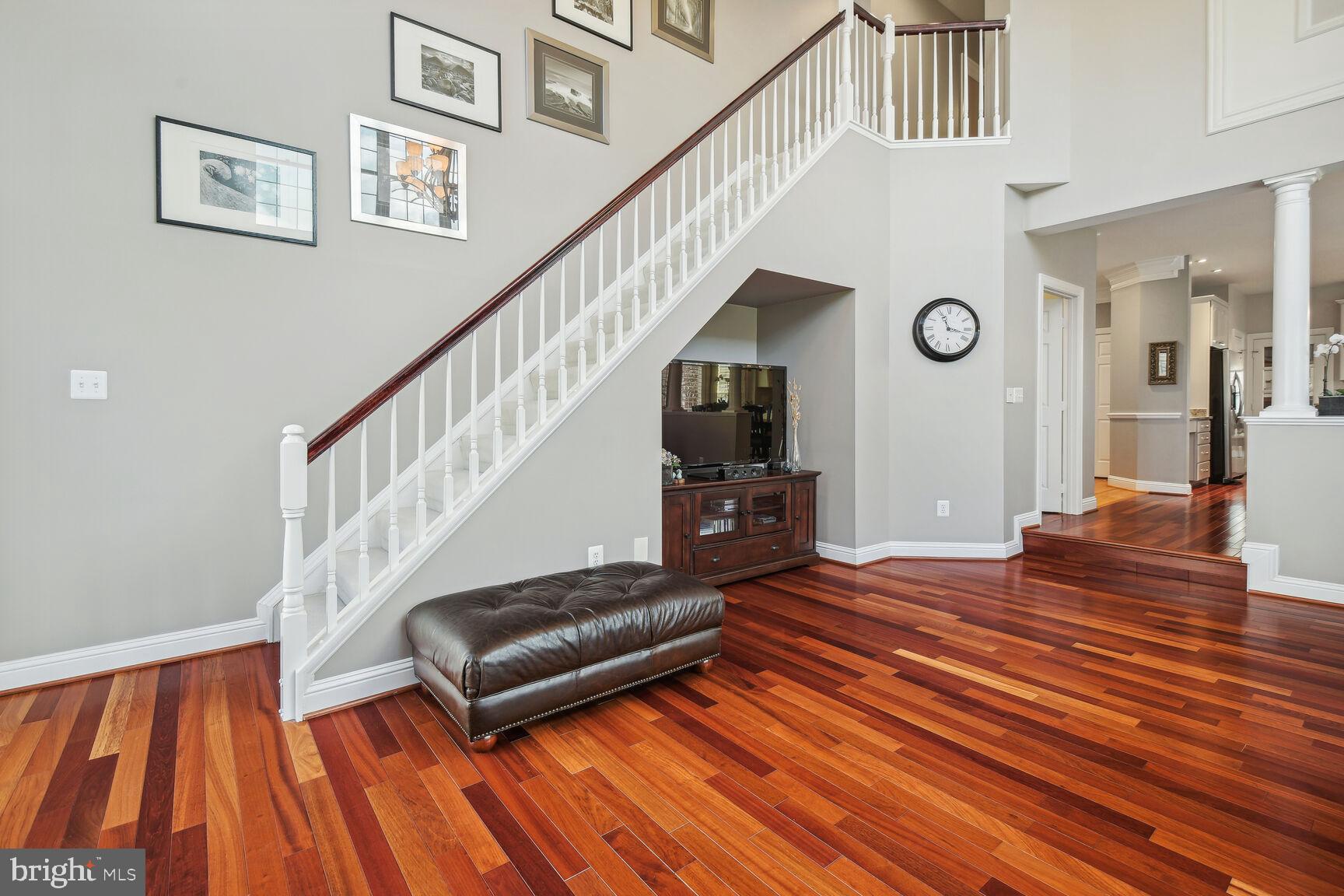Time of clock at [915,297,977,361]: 11:17
